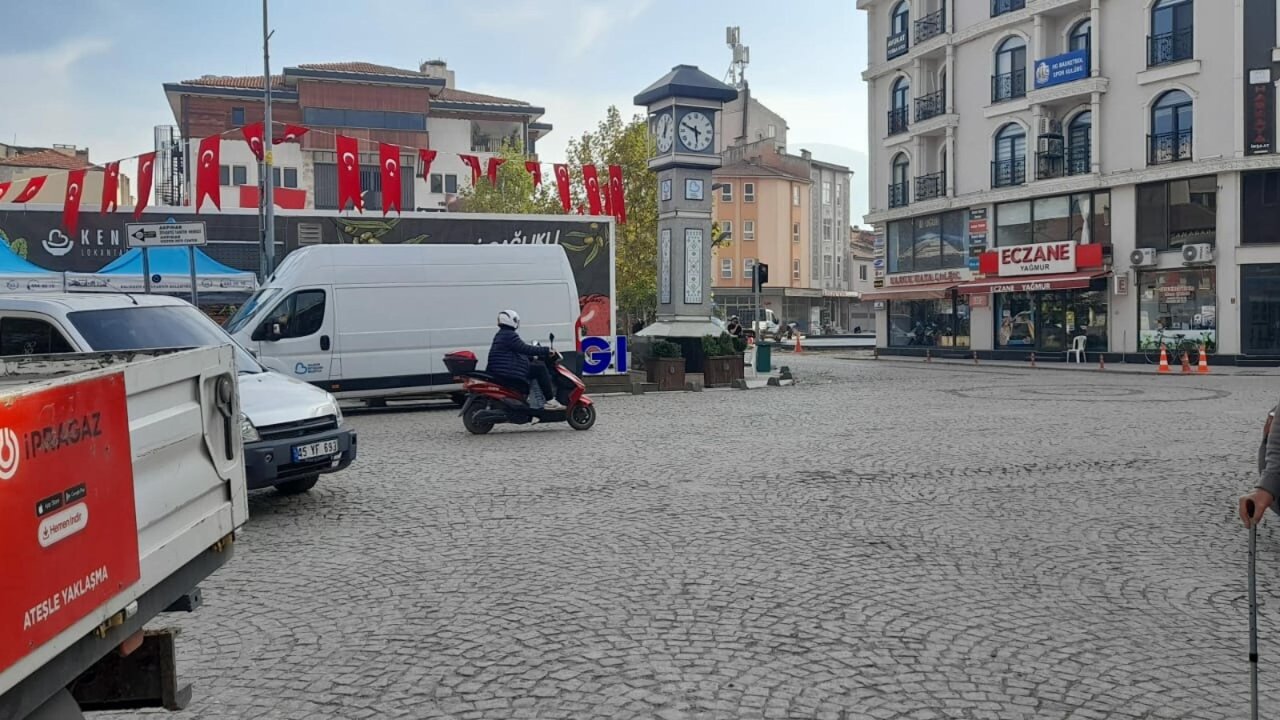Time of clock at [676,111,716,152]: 5:48
